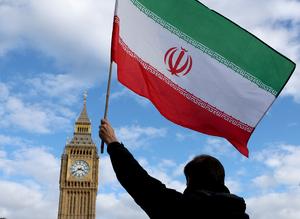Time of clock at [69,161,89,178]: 3:39
